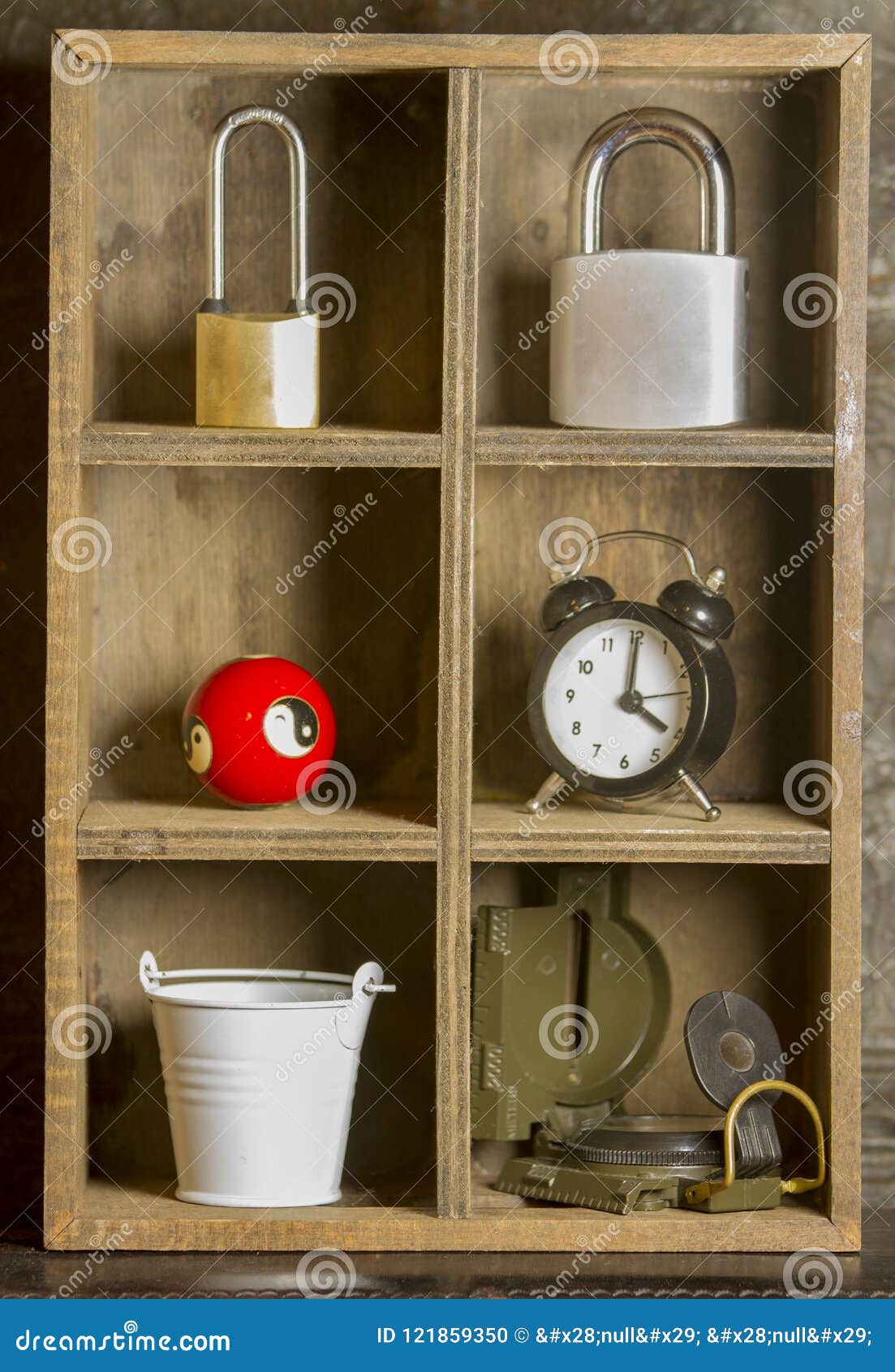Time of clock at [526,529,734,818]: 4:00
